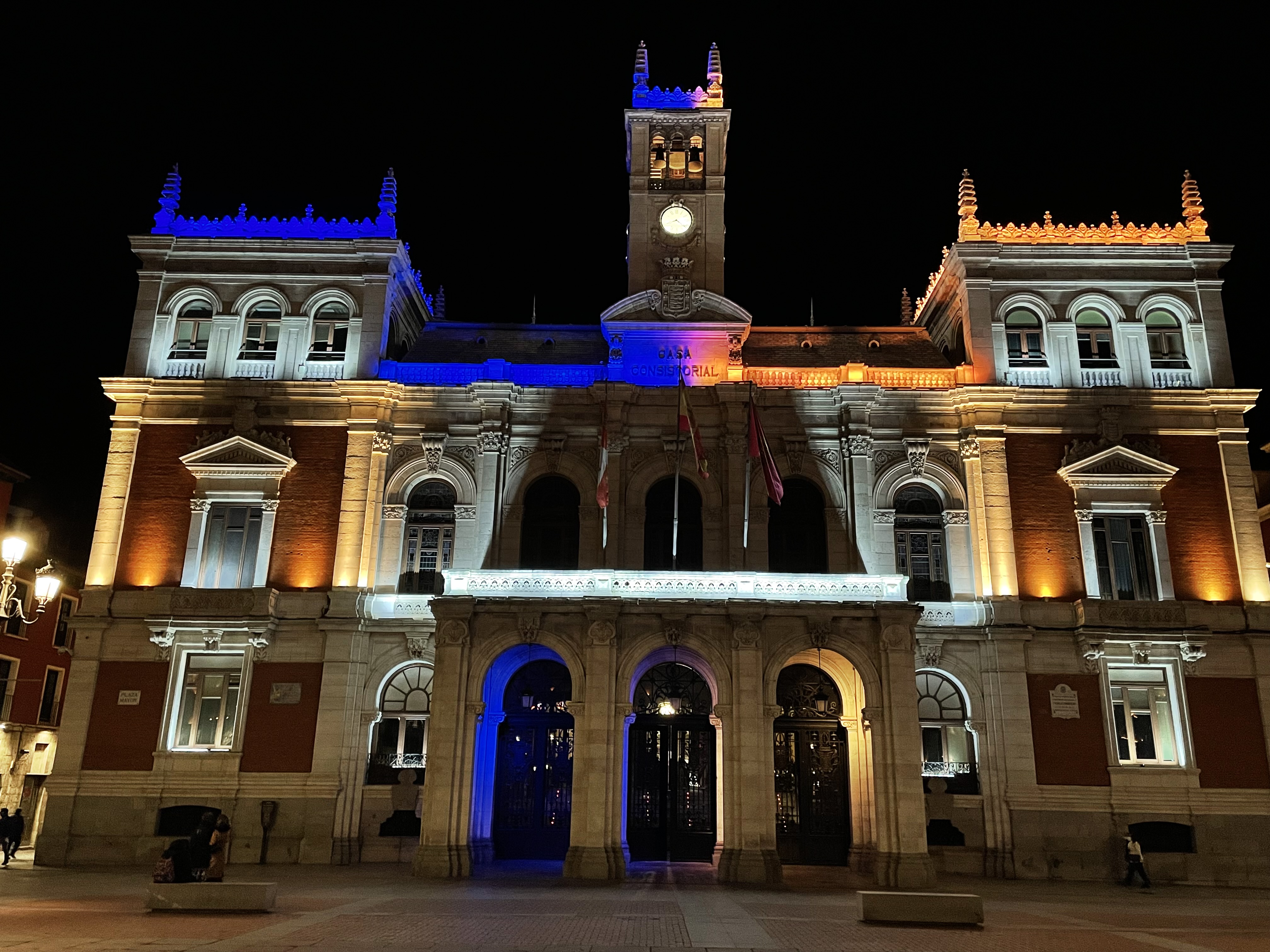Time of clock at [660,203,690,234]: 8:21
